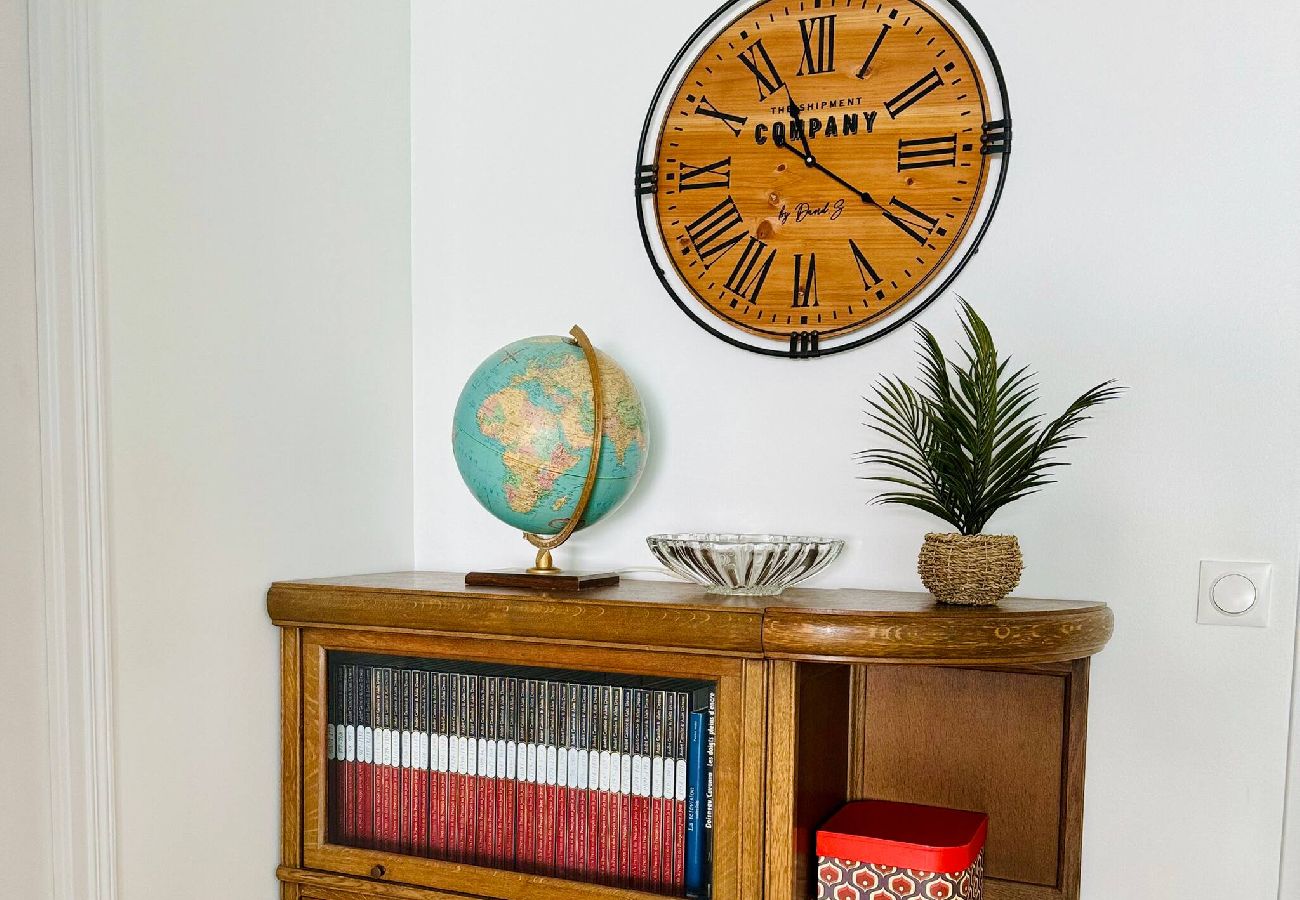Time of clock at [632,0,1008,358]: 11:20
